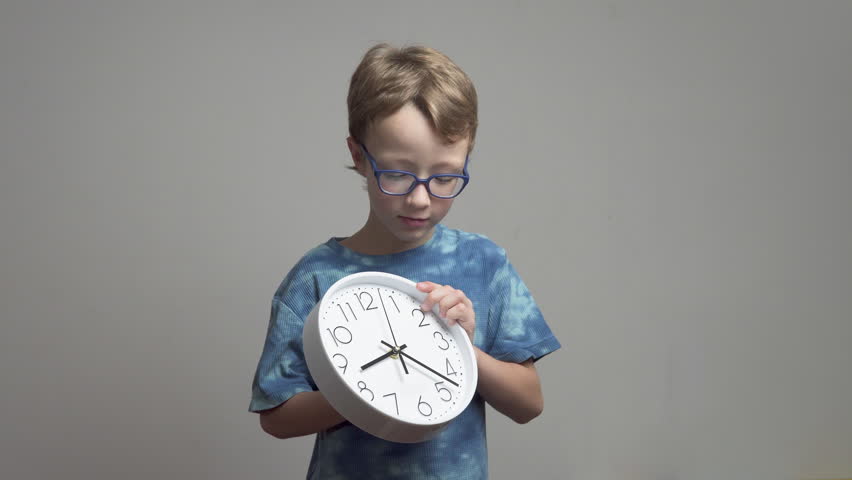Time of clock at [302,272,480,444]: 8:22
